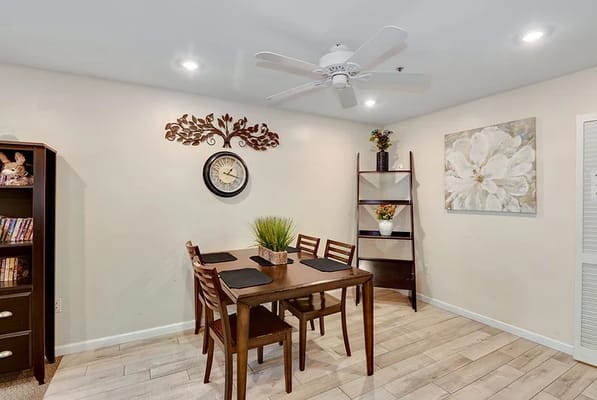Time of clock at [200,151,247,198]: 1:18
